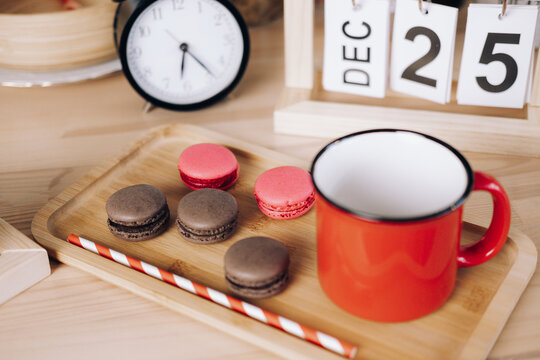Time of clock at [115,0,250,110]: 6:23
